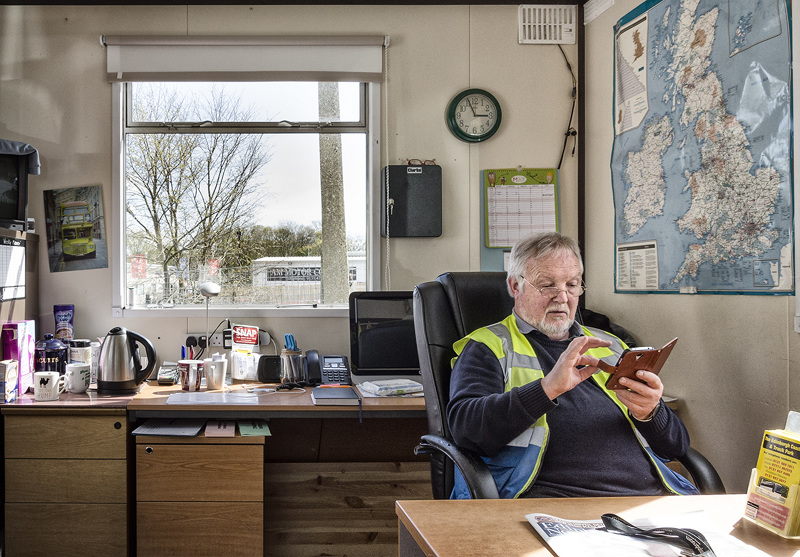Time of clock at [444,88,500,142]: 2:56
